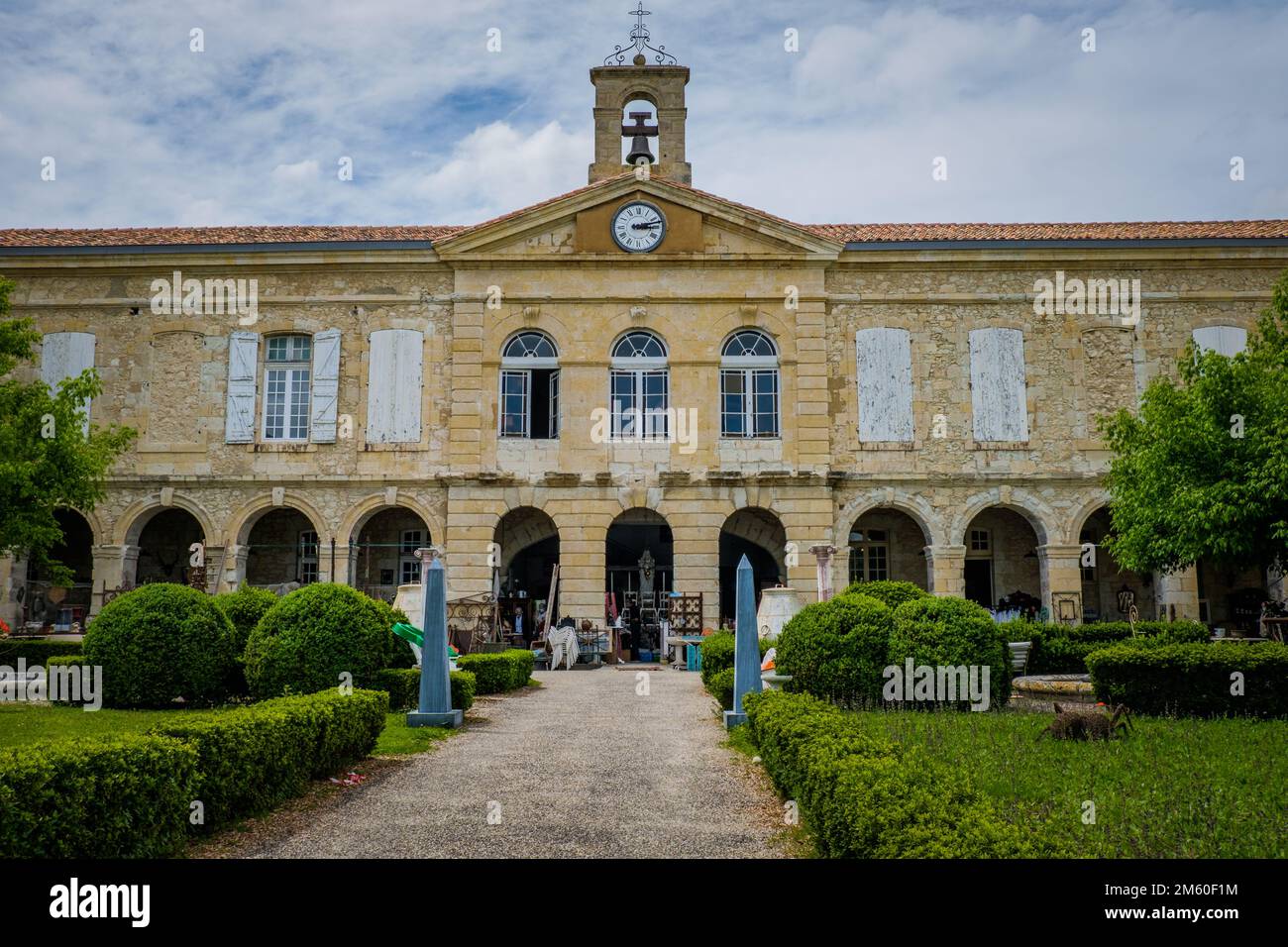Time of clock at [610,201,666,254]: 3:12
